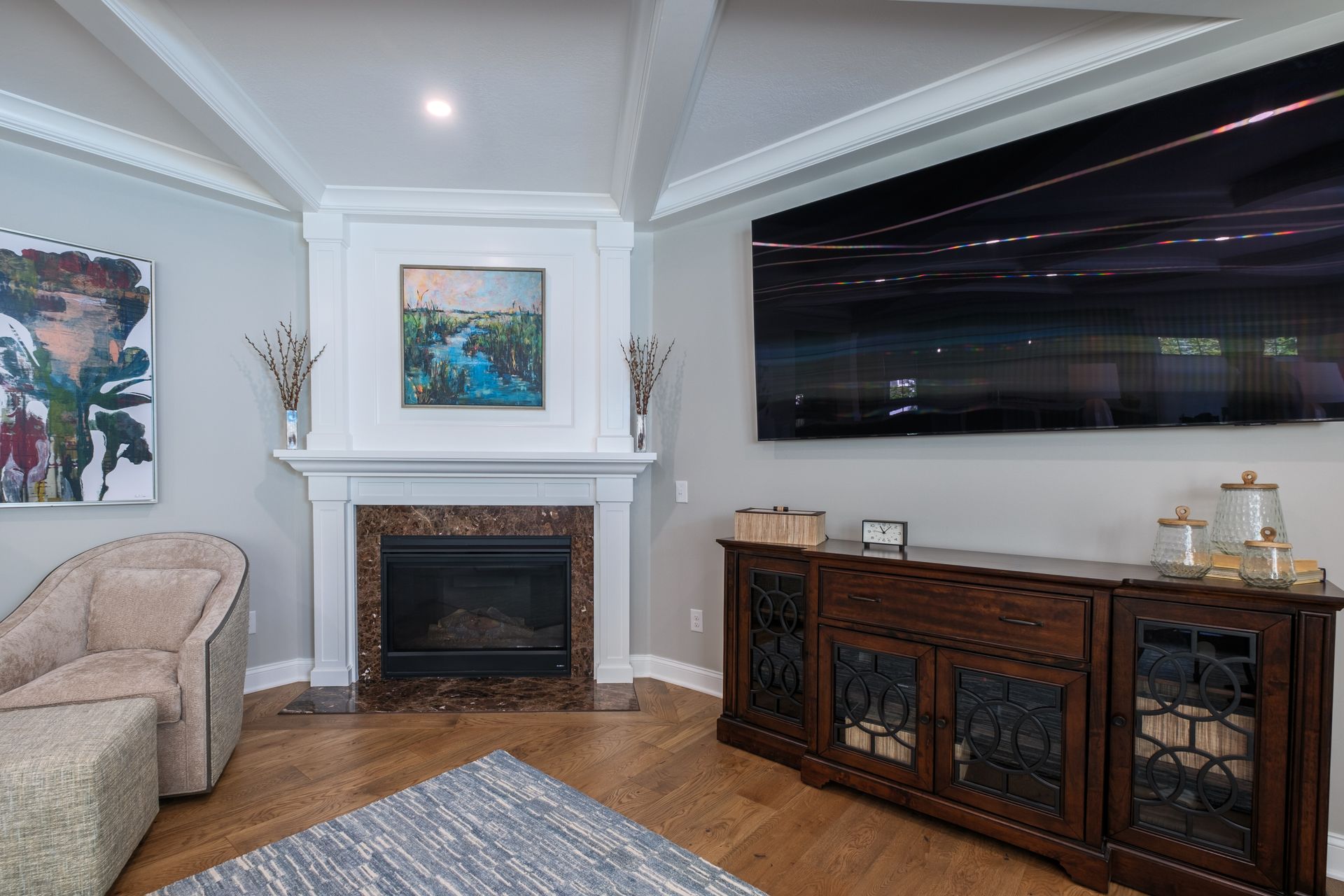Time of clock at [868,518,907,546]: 11:07
